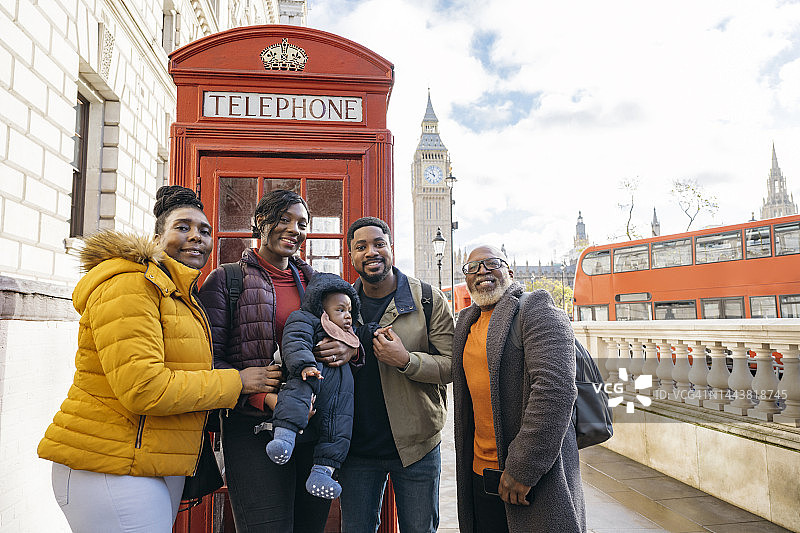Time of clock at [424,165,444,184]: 9:57
